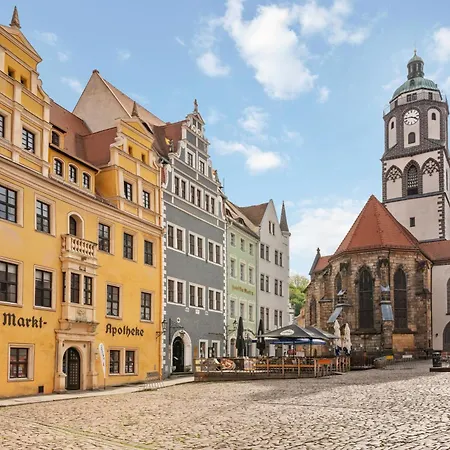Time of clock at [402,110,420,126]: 3:45
